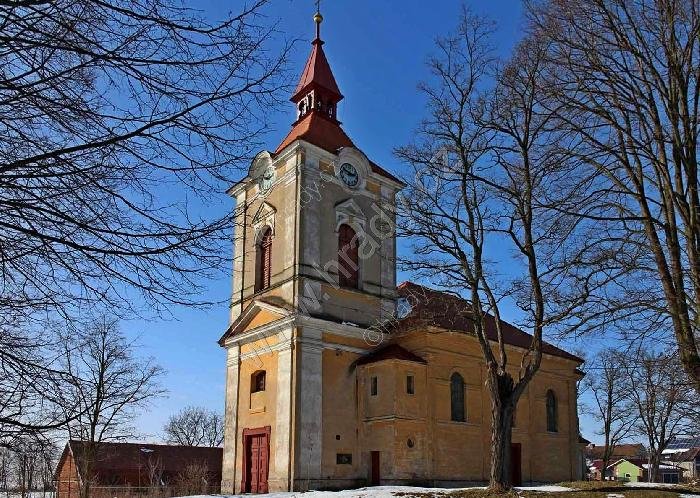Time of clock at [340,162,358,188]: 2:48
